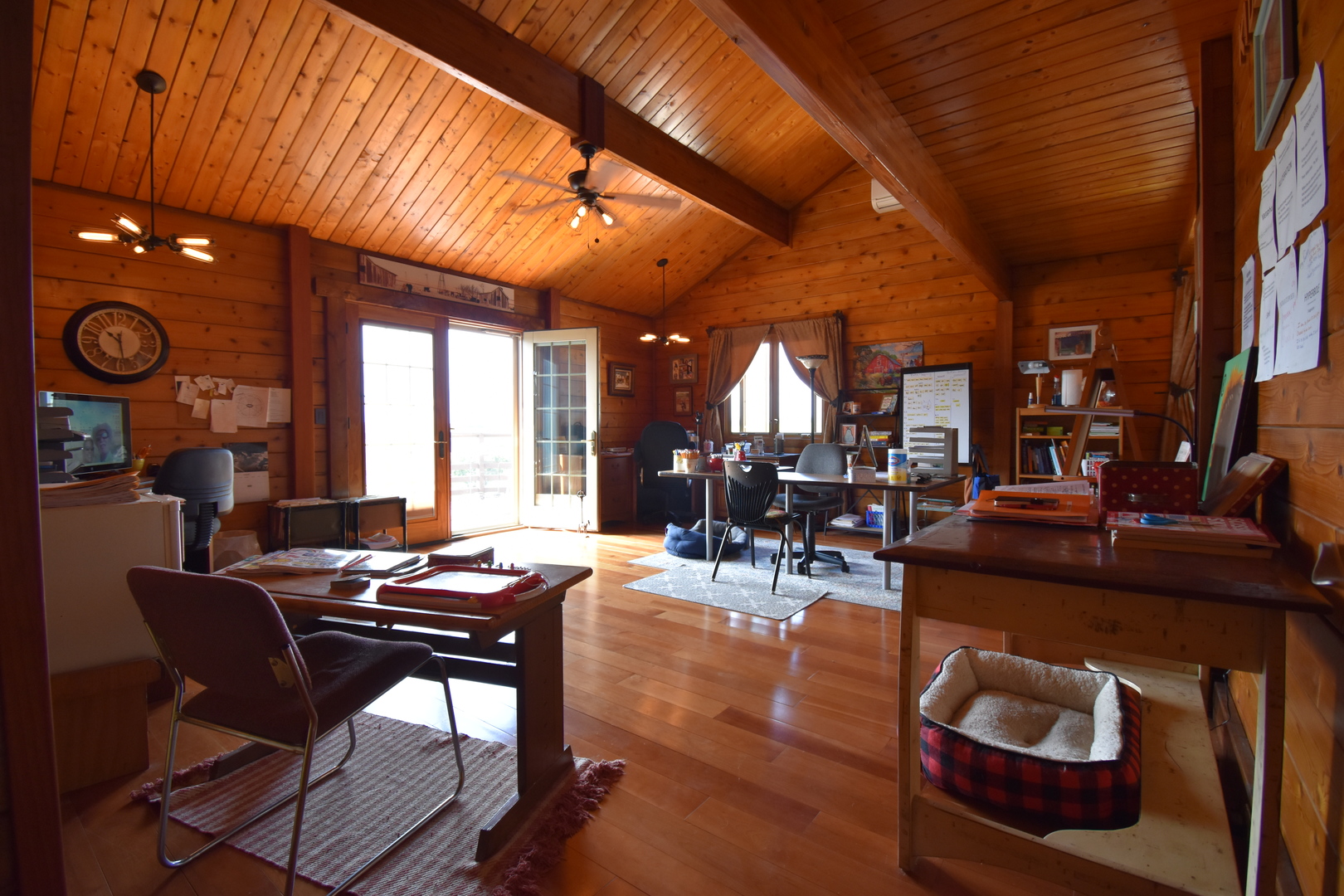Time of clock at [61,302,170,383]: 10:28
